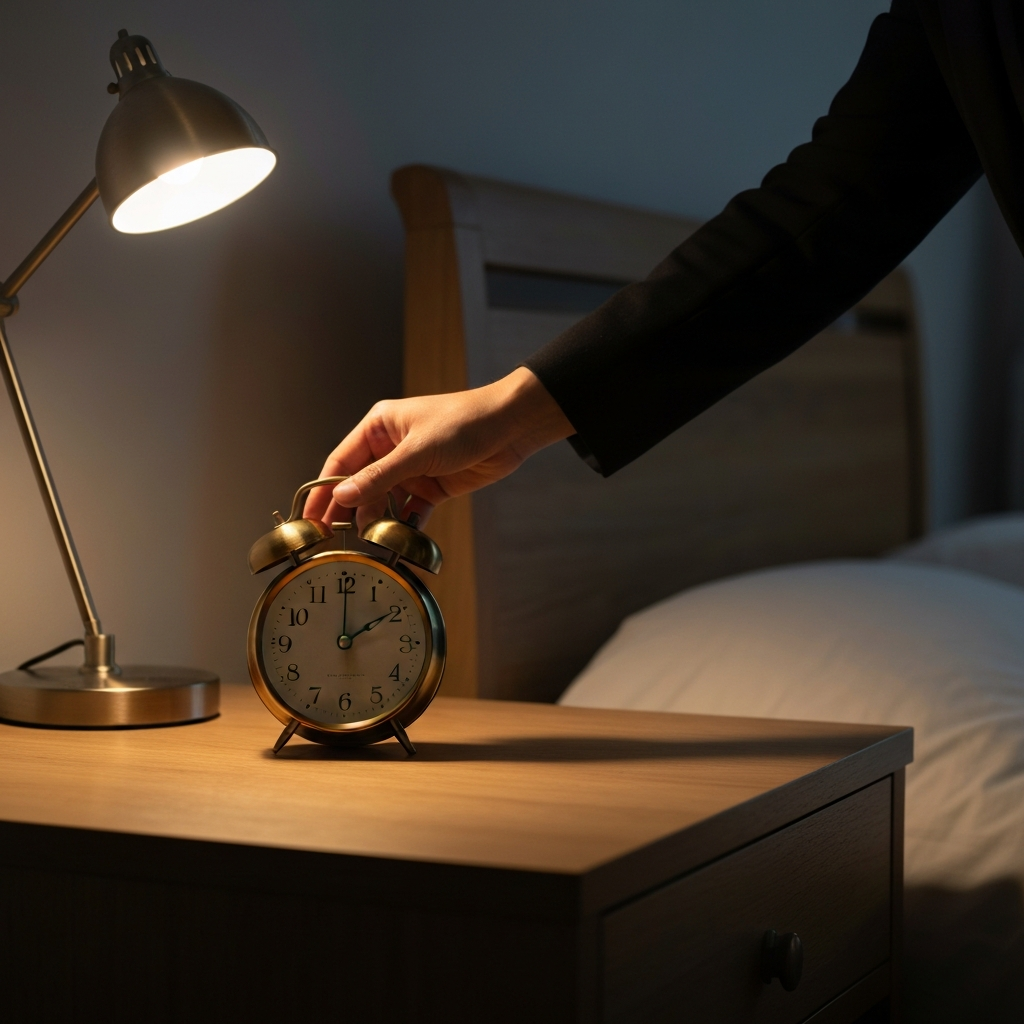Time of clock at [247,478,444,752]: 2:00
